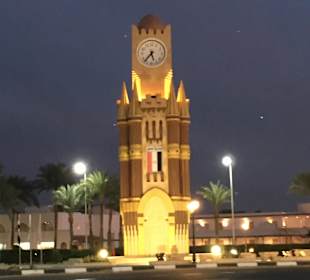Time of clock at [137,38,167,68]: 5:36
